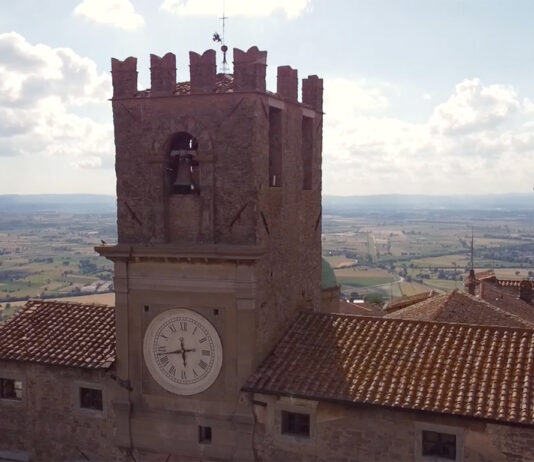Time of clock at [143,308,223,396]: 5:42
